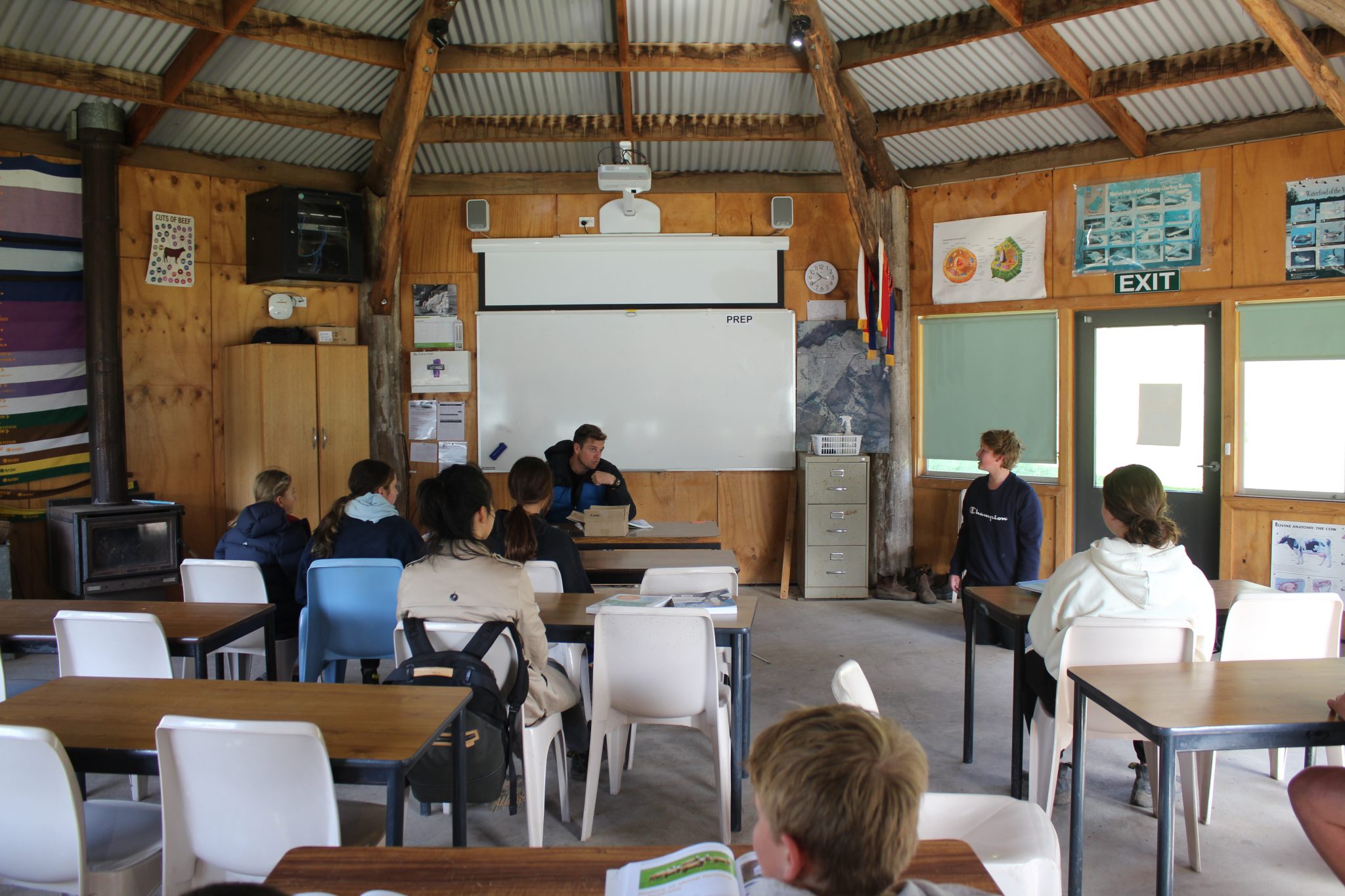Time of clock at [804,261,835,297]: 10:39
